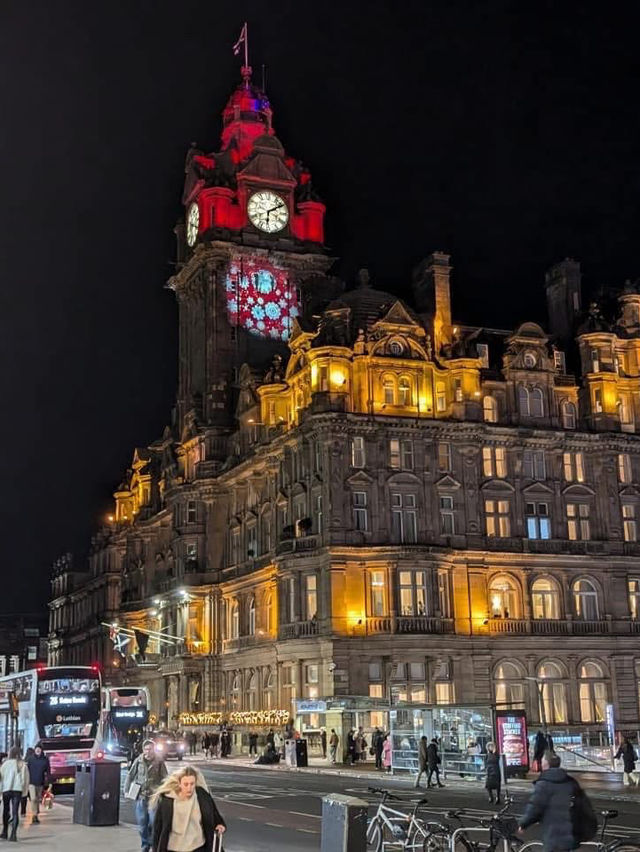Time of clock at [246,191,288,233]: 6:10
